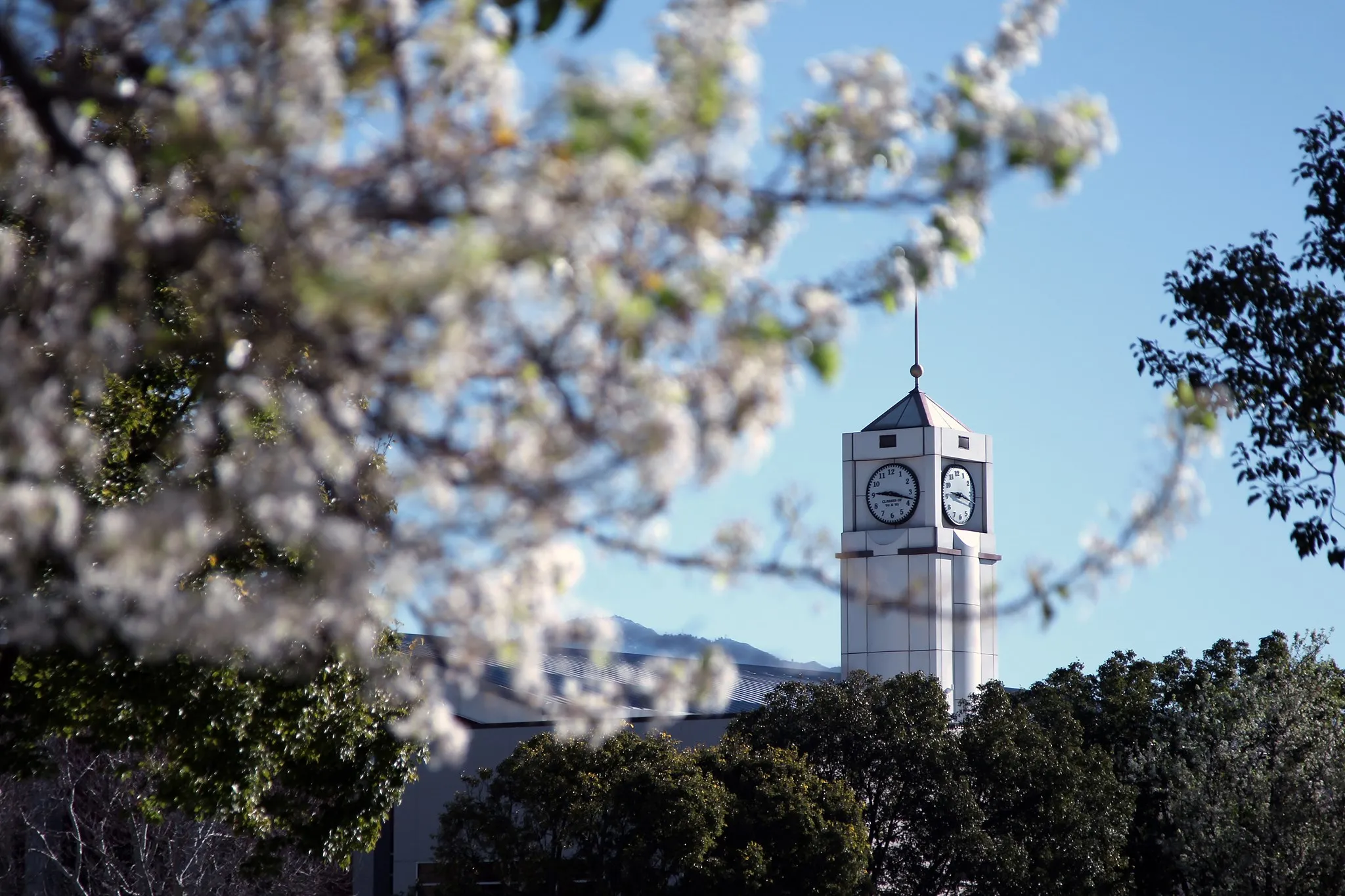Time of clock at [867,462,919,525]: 9:17
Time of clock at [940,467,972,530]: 9:18
